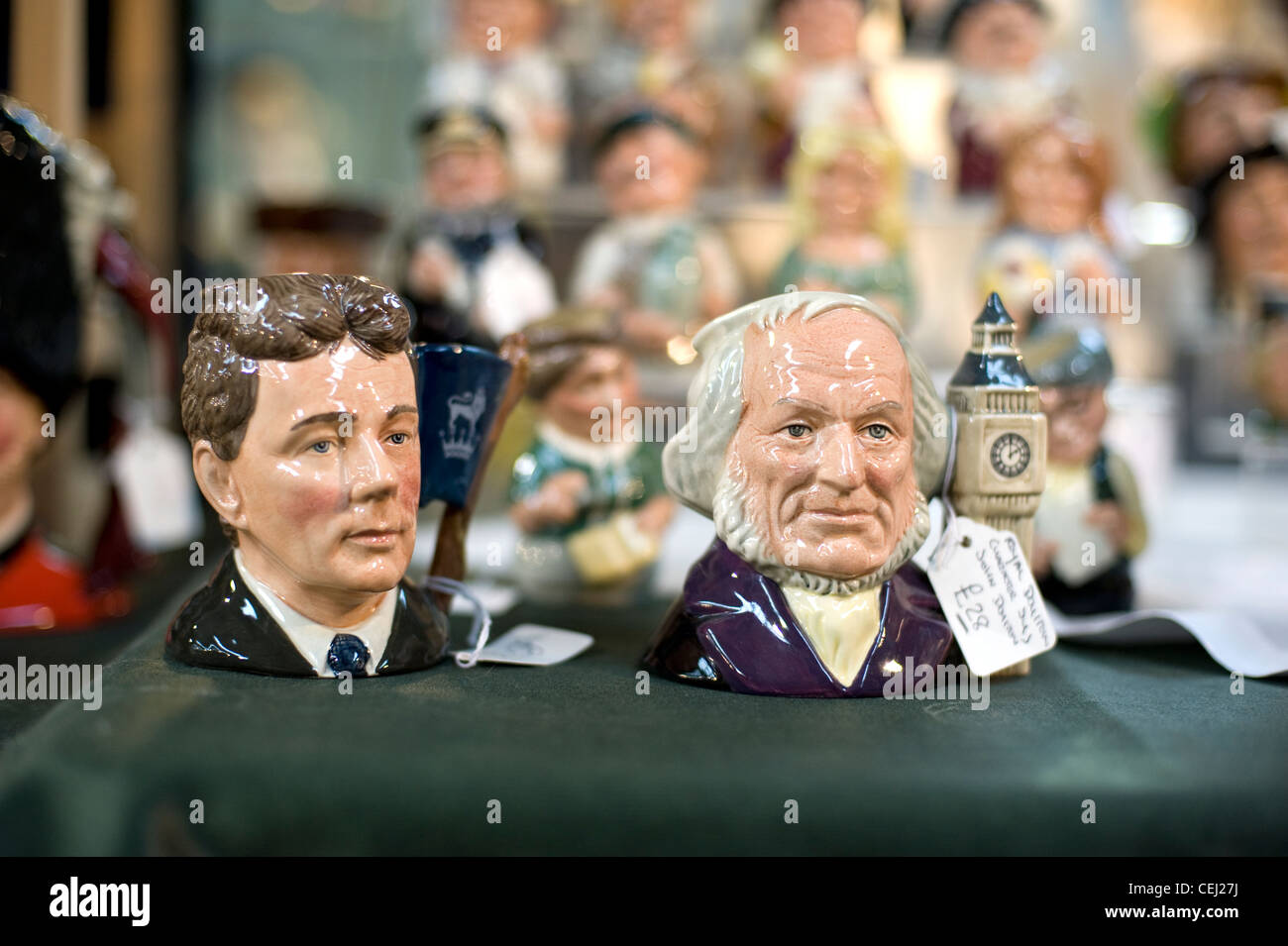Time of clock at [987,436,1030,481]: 2:00
